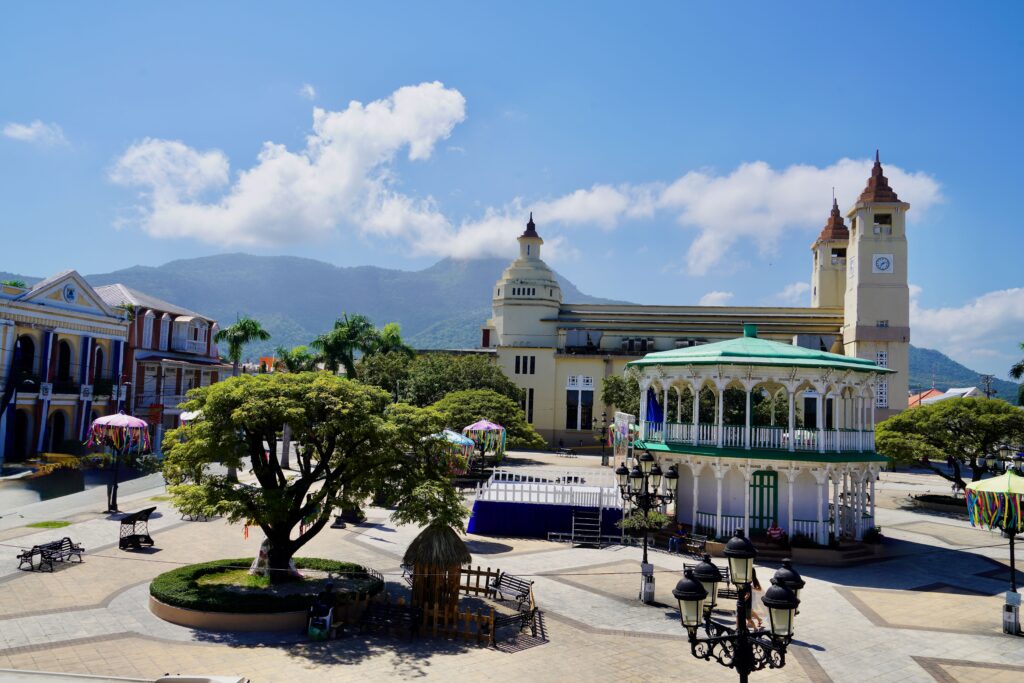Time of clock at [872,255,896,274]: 7:12
